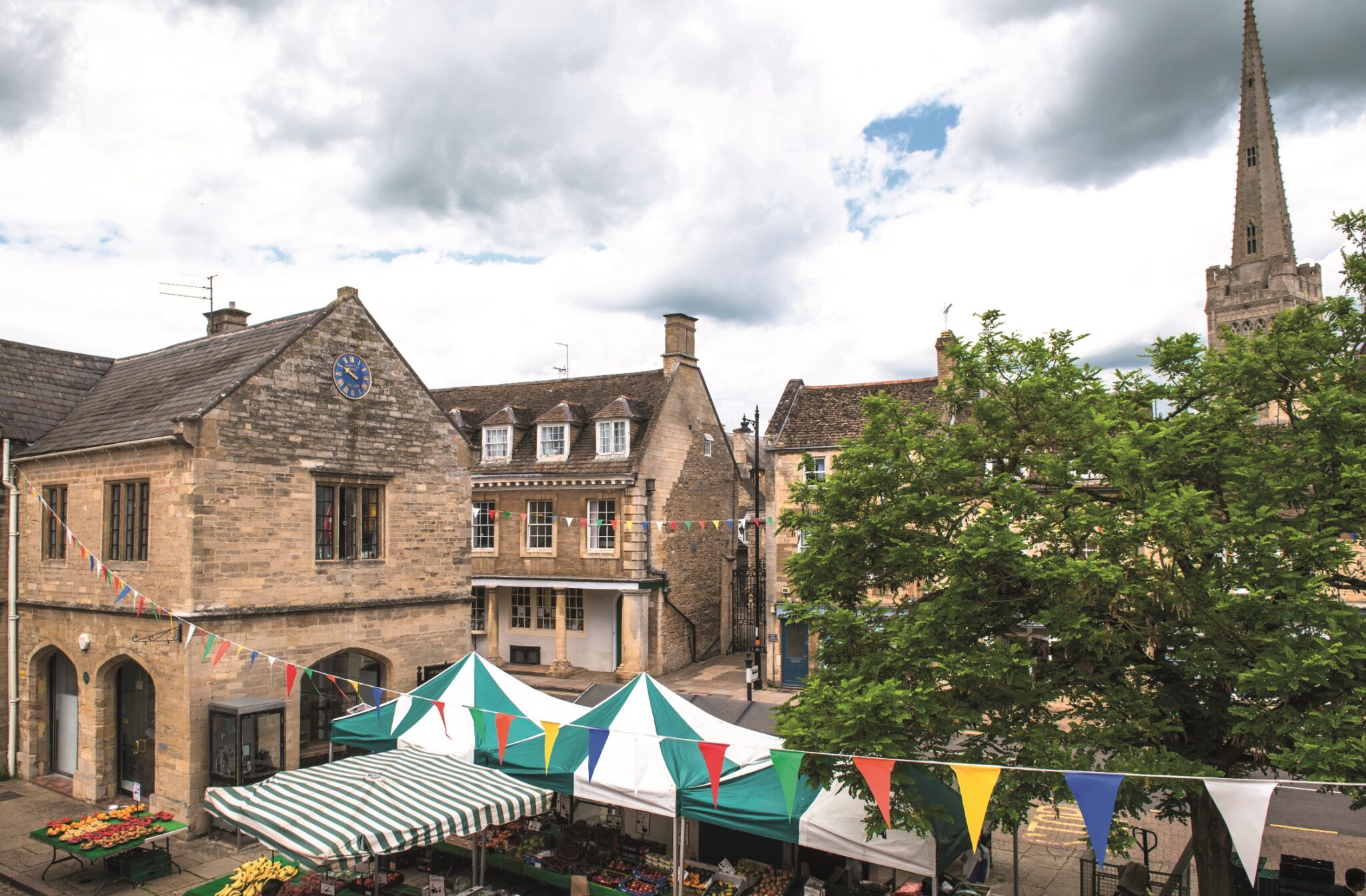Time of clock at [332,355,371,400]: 9:50
